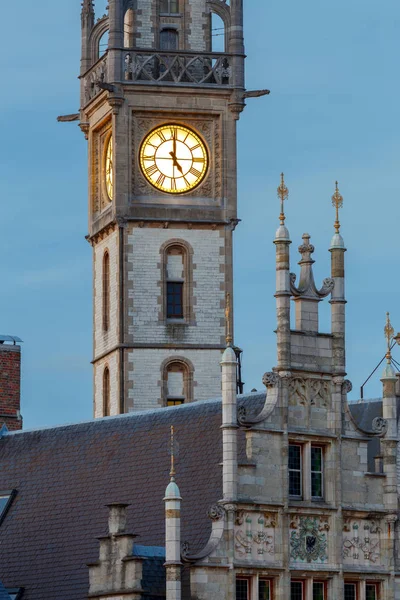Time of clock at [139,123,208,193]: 4:59
